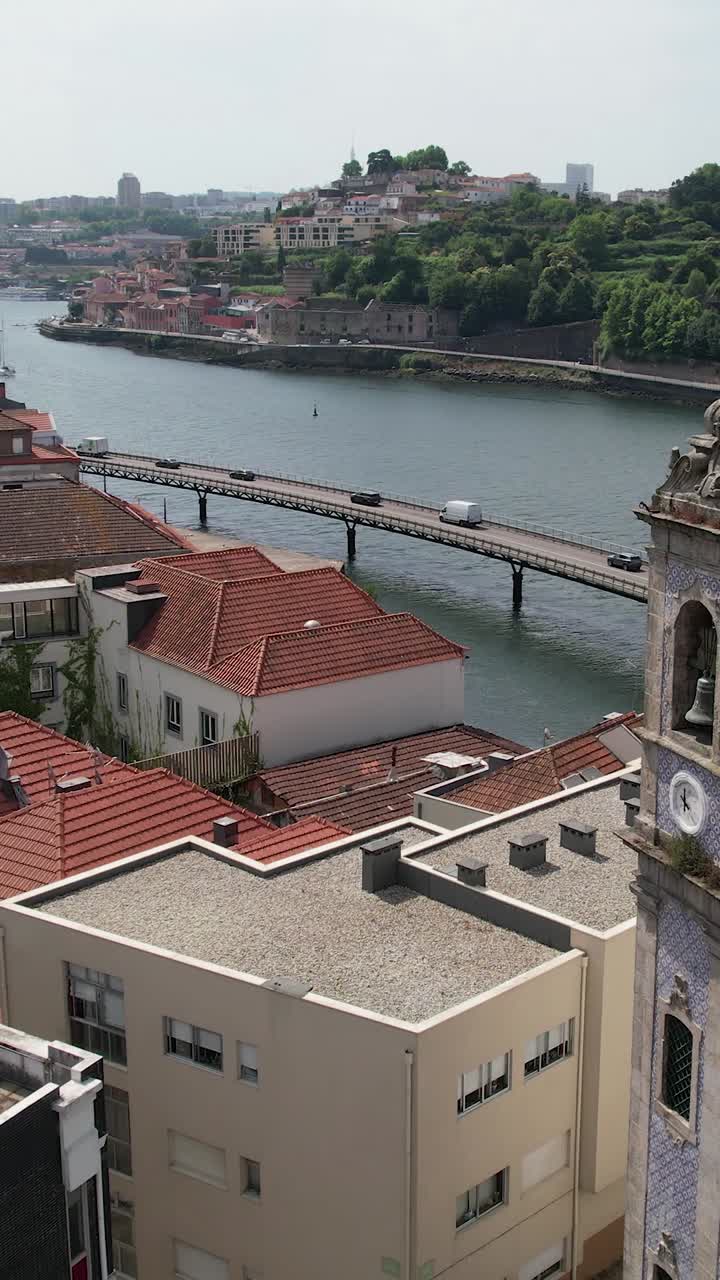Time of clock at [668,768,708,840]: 12:23
